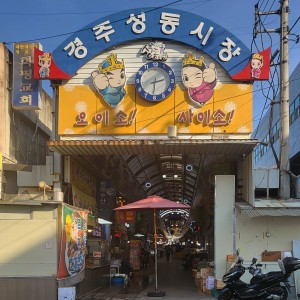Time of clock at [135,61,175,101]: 2:30
